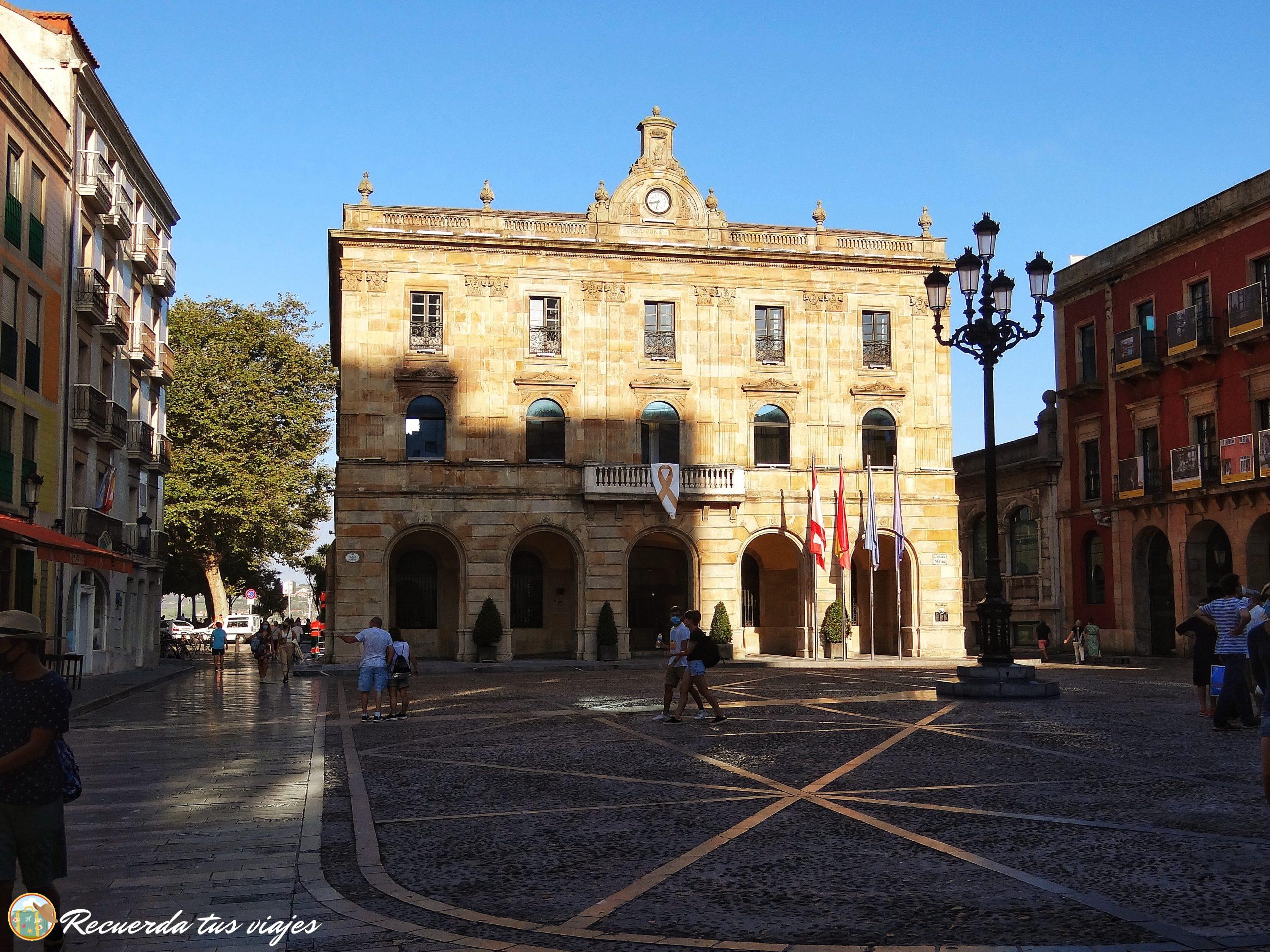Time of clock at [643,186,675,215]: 8:32
